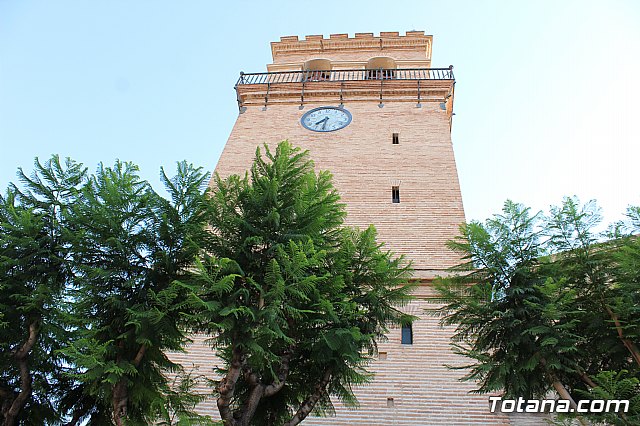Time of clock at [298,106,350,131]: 7:31
